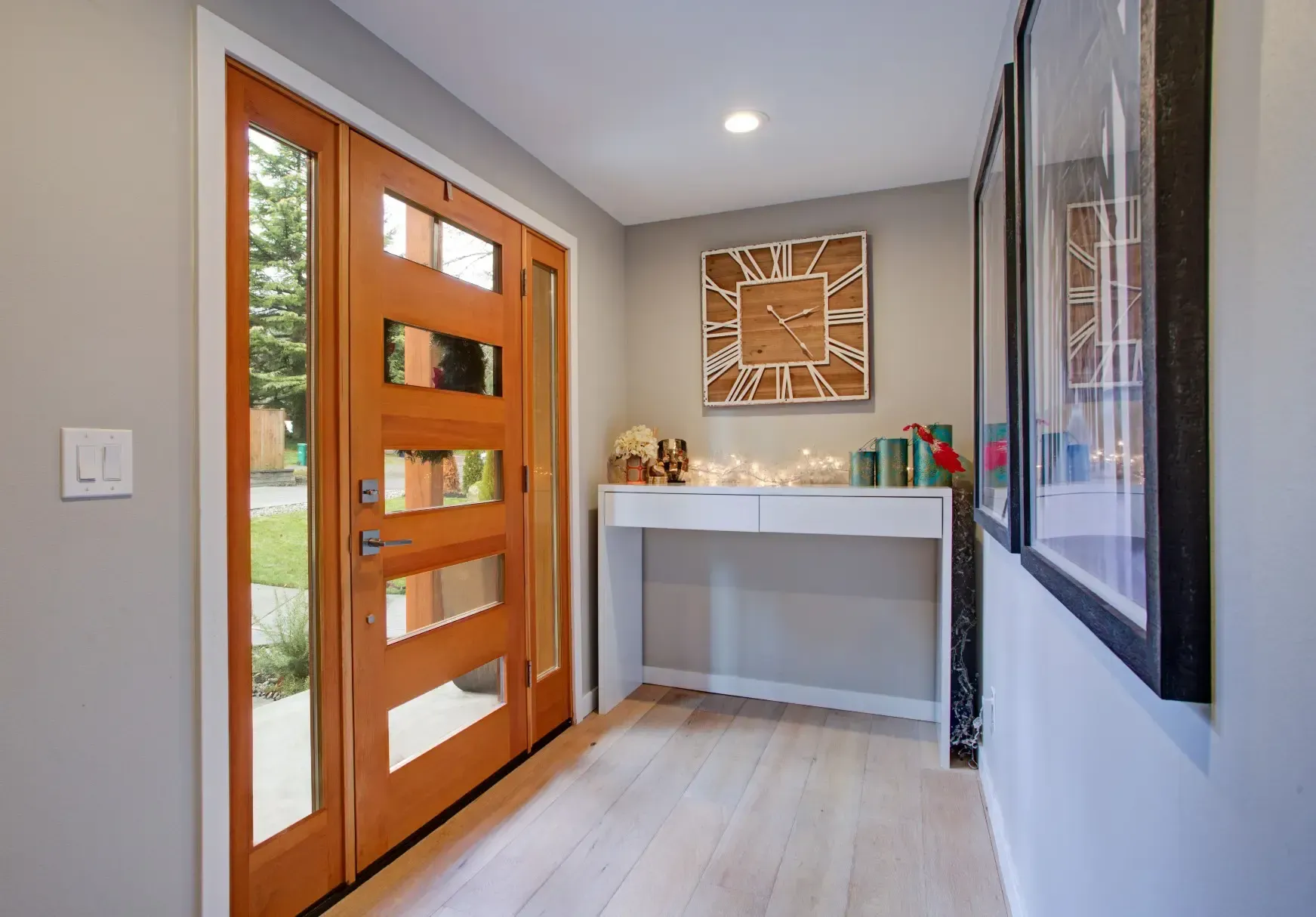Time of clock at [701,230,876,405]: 2:23
